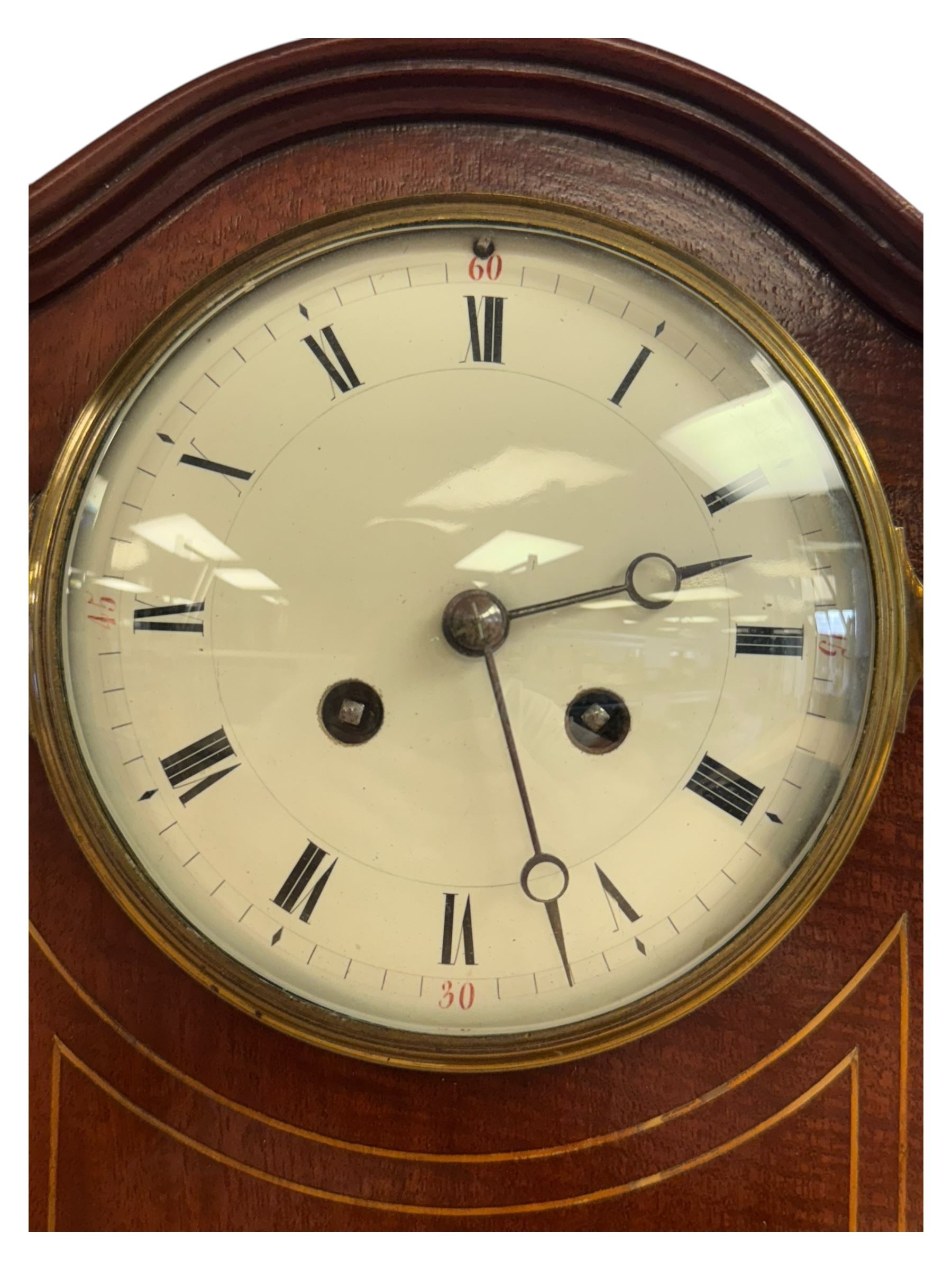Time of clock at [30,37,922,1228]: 2:26
